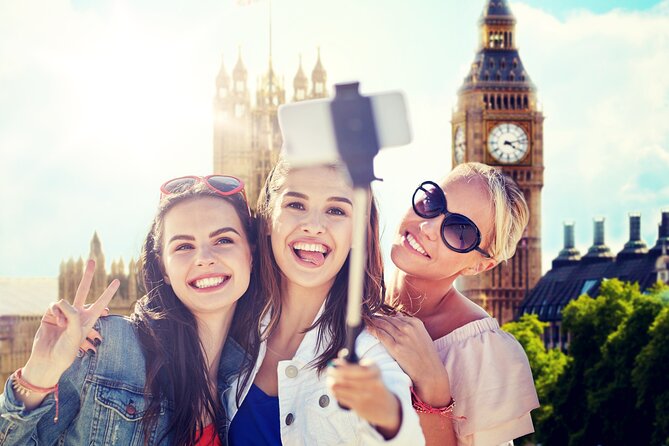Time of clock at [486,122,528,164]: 4:12
